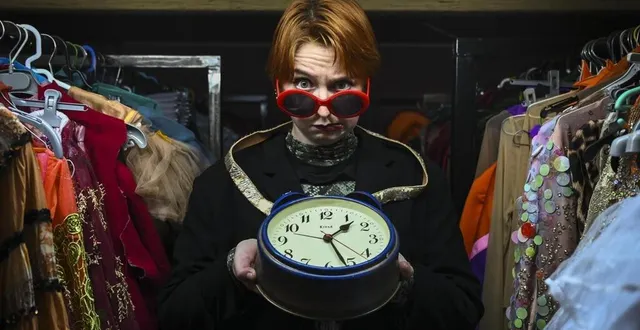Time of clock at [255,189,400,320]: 1:26
